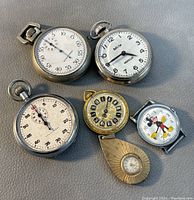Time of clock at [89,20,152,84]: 3:40
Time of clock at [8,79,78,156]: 10:54
